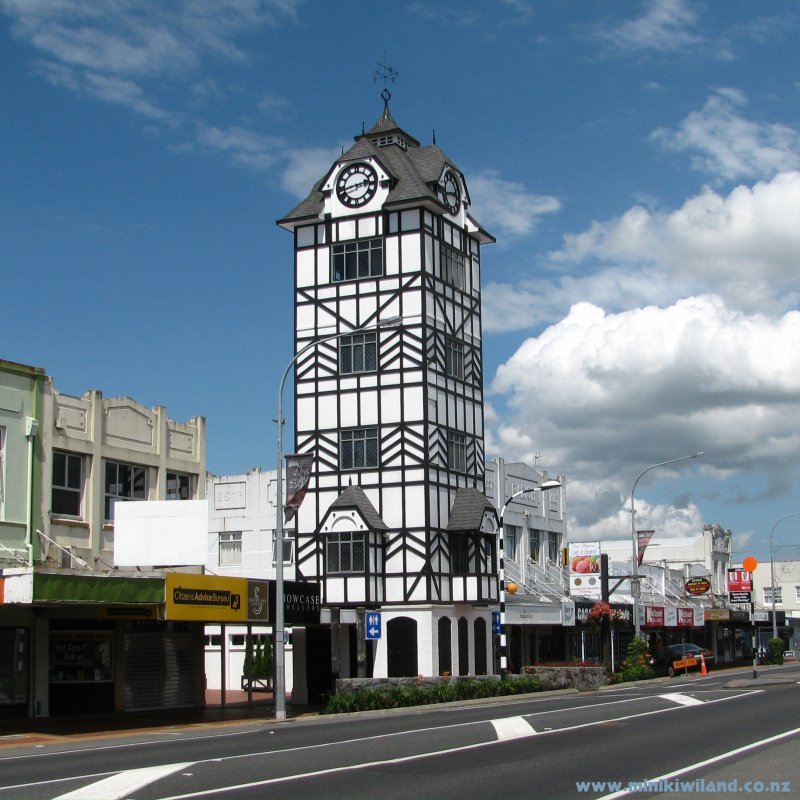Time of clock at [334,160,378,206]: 2:42
